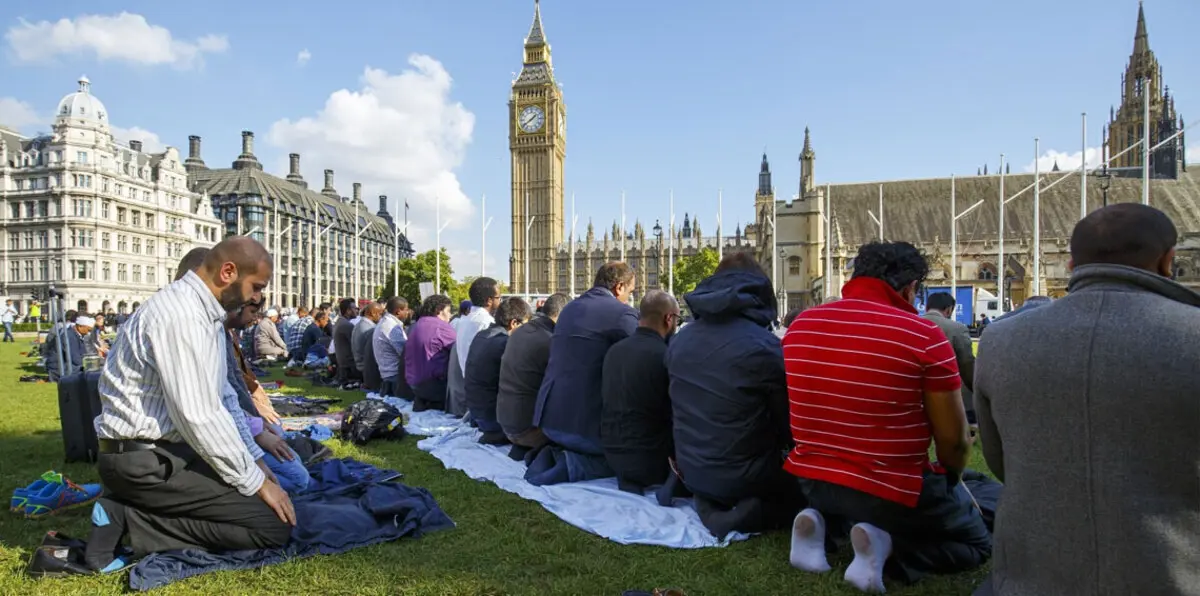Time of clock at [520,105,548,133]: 1:39
